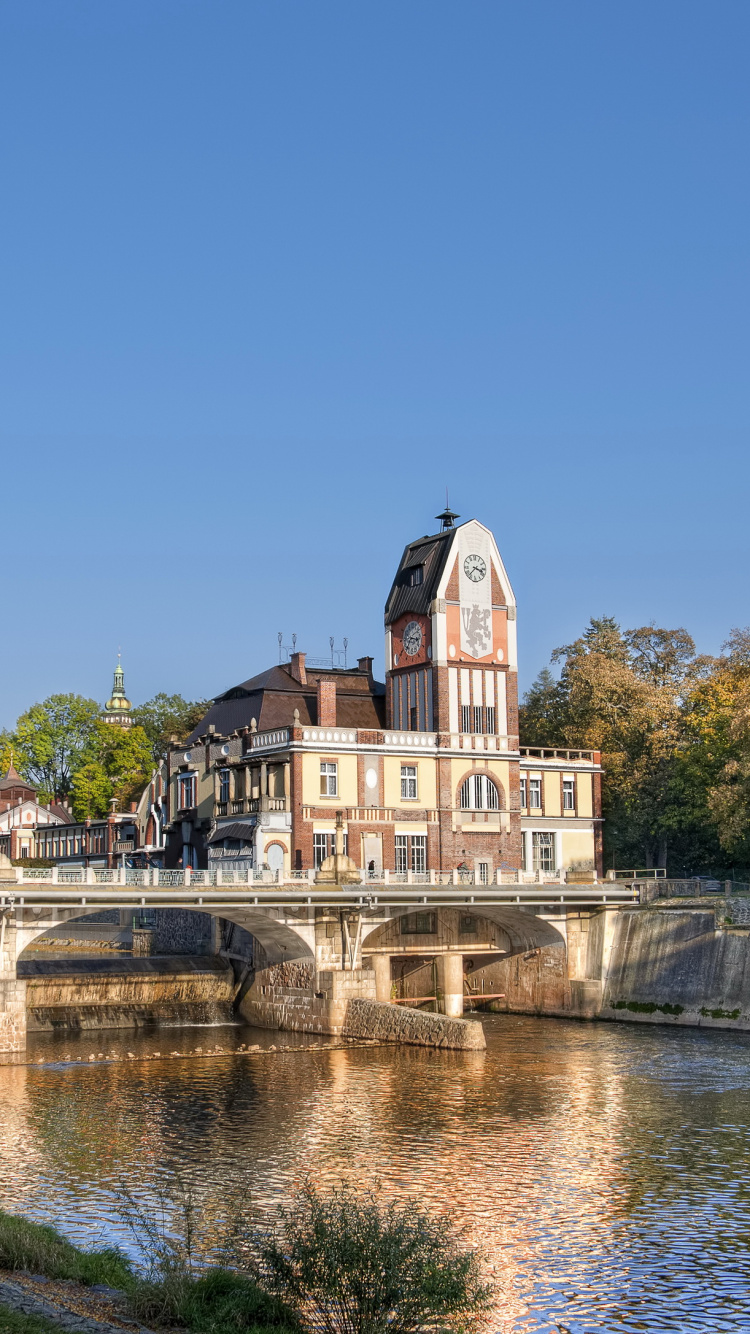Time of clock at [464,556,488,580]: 3:37
